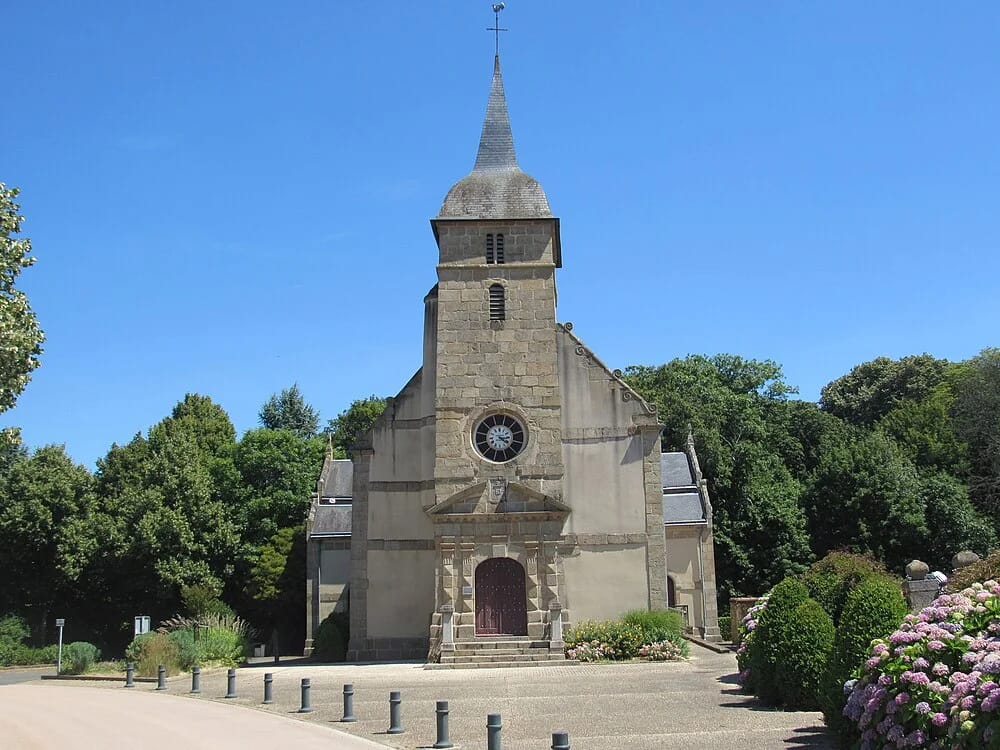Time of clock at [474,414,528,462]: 2:18
